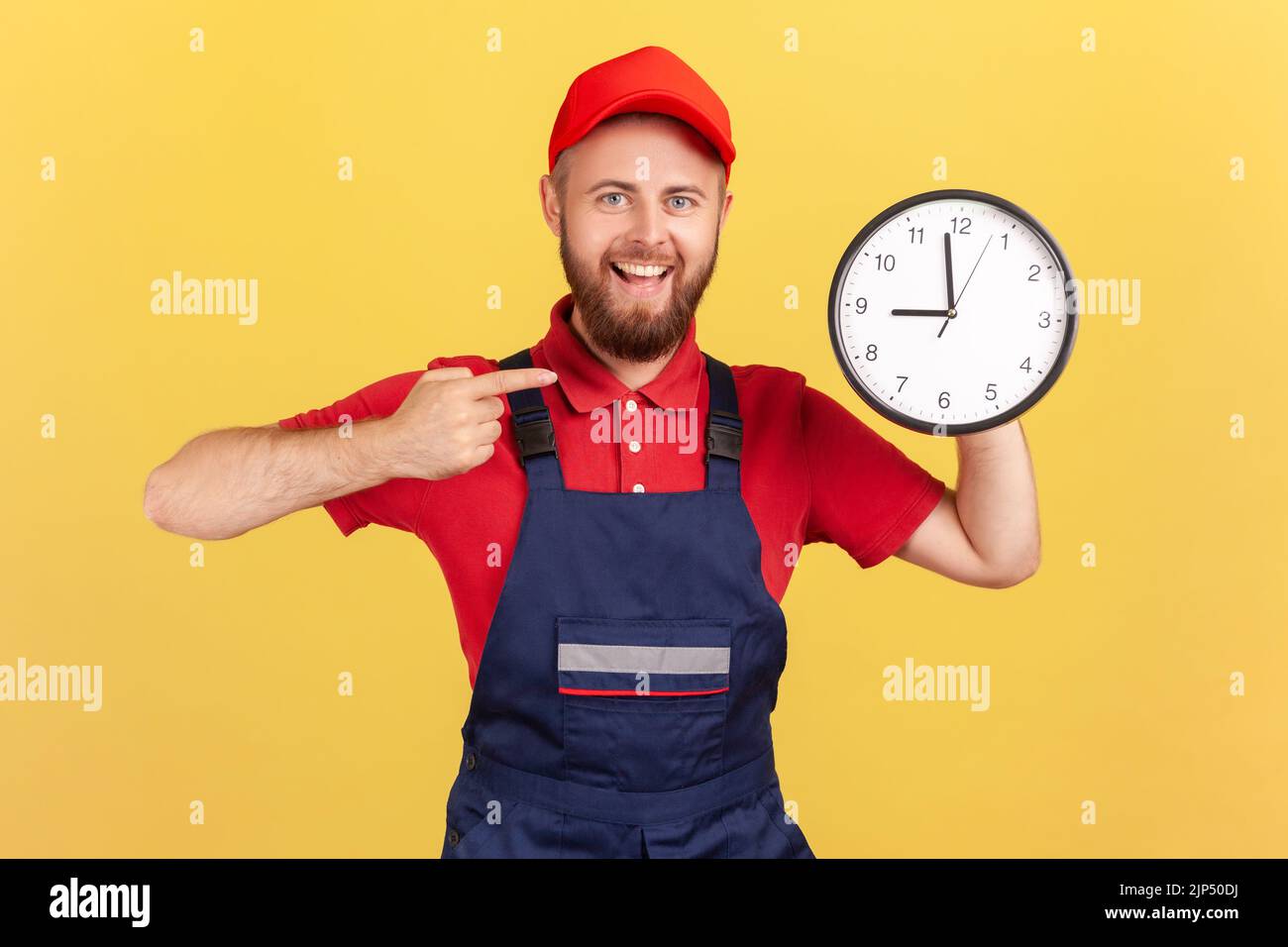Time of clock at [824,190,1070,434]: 8:58
